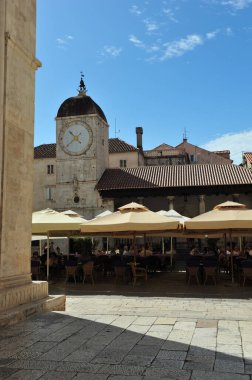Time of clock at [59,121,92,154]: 10:38
